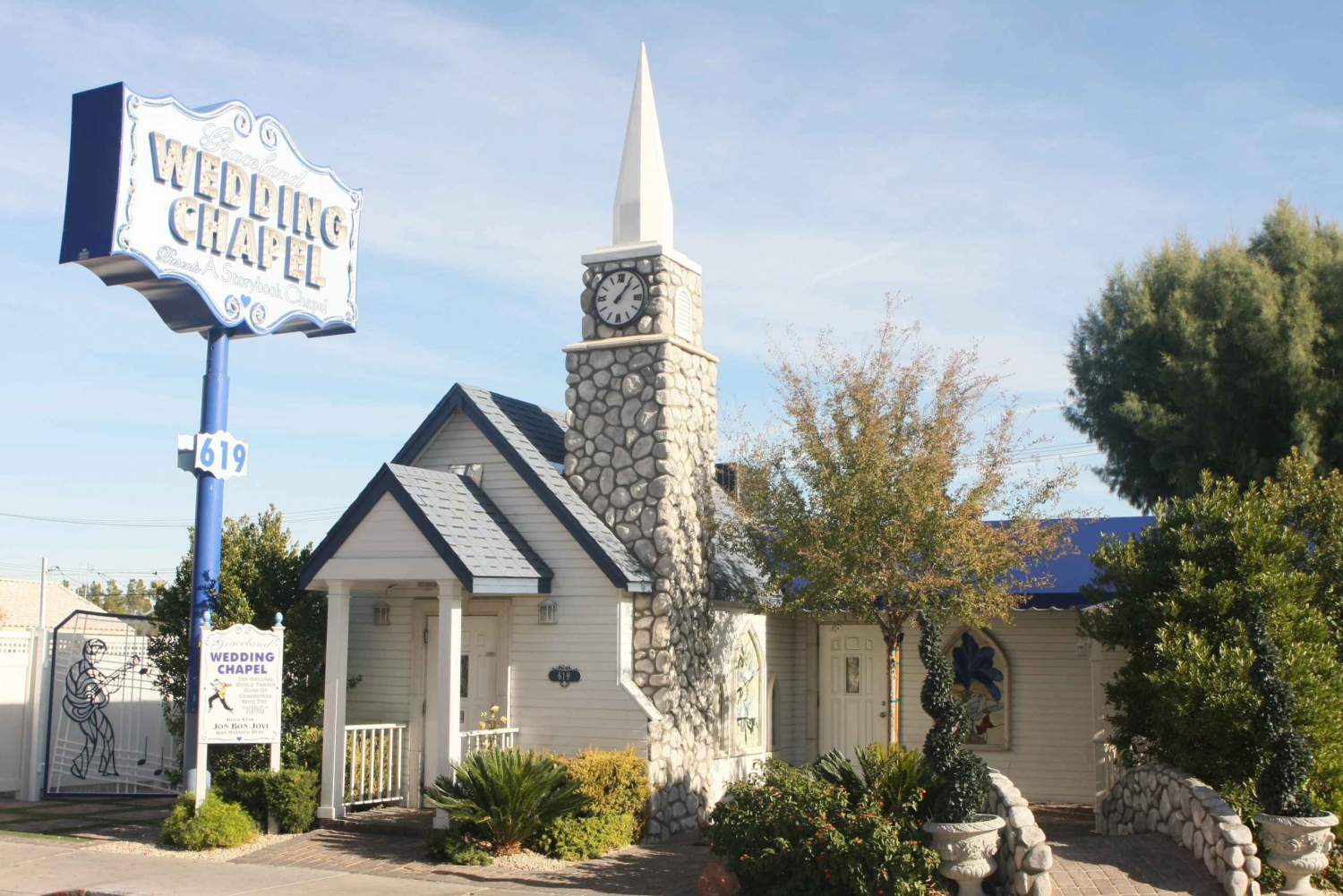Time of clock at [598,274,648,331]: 1:06
